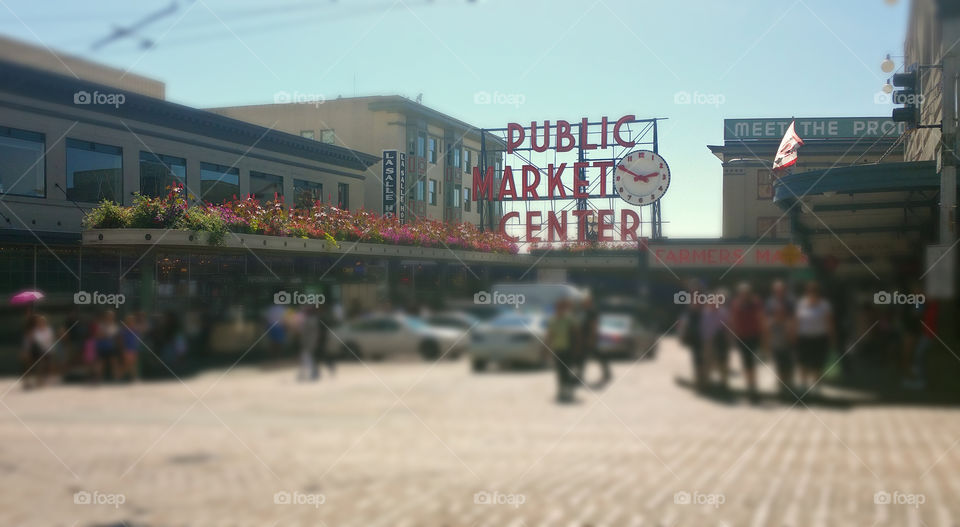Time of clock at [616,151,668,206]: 2:49
